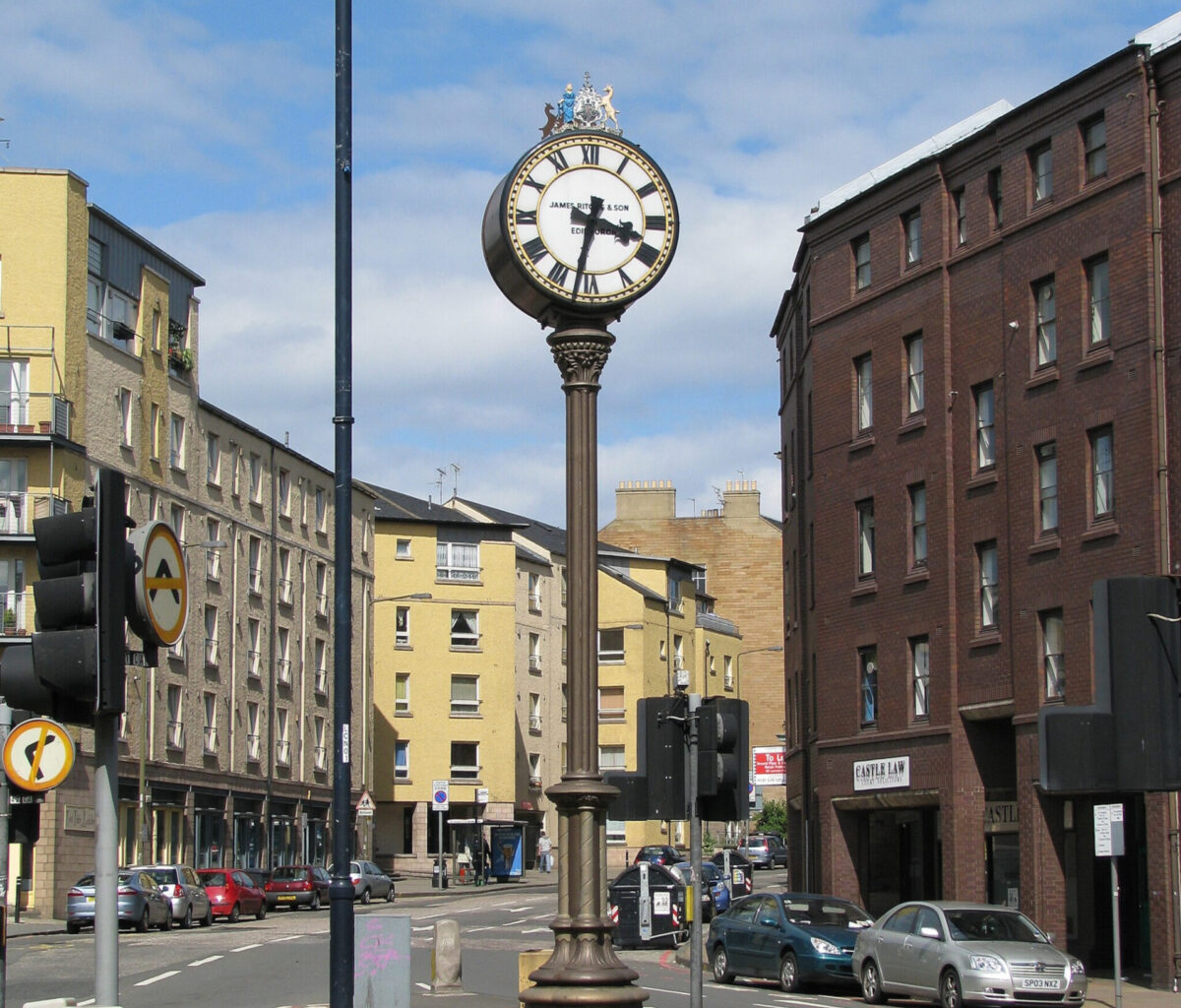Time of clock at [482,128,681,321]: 3:32
